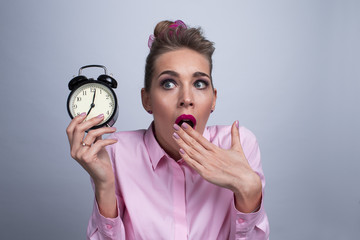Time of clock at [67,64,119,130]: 7:02
